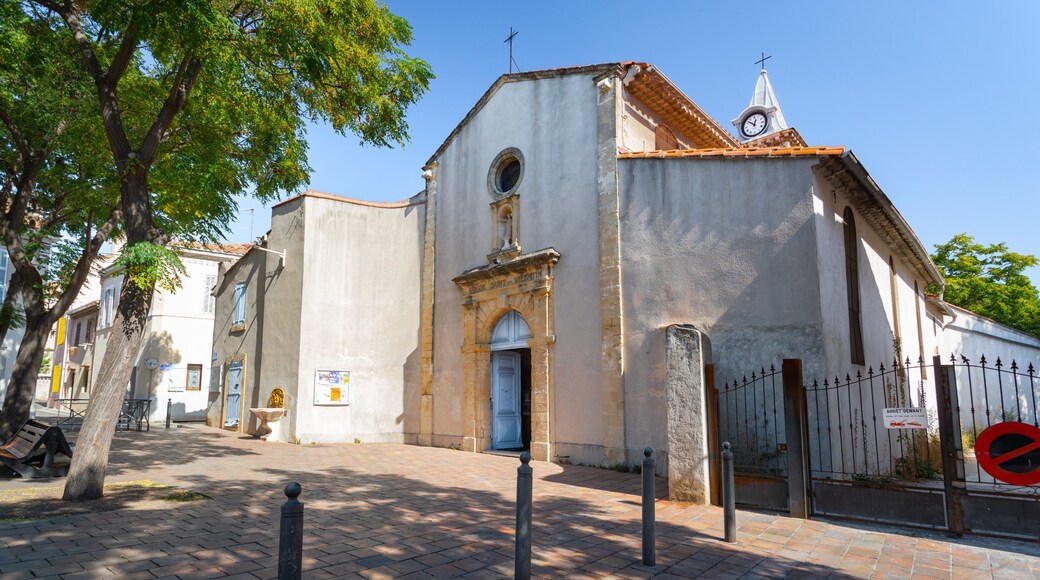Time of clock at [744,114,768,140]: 12:52
